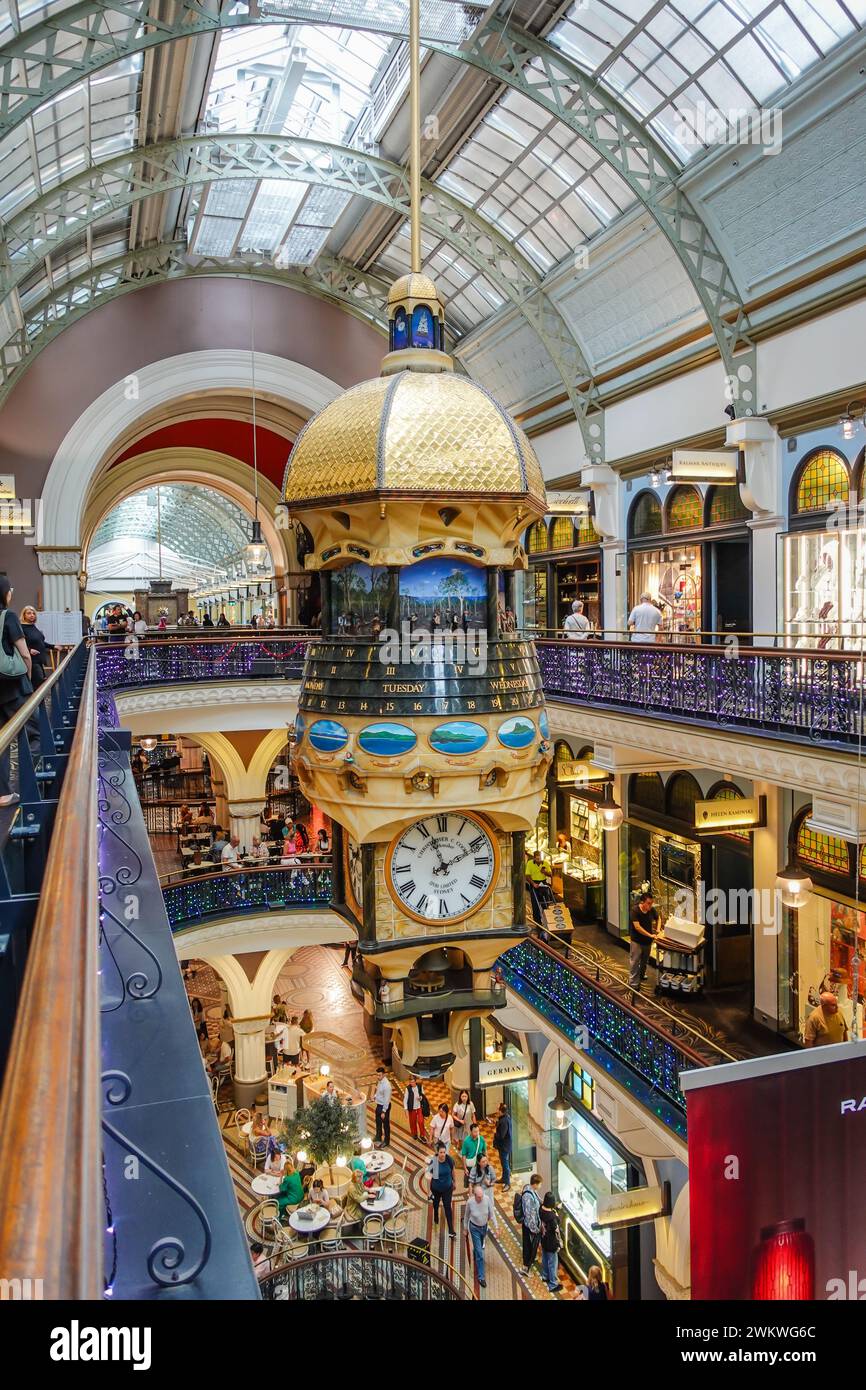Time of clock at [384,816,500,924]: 11:10
